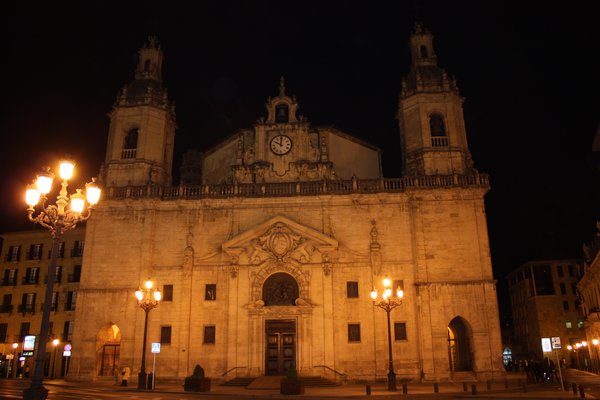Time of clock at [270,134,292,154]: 10:00
